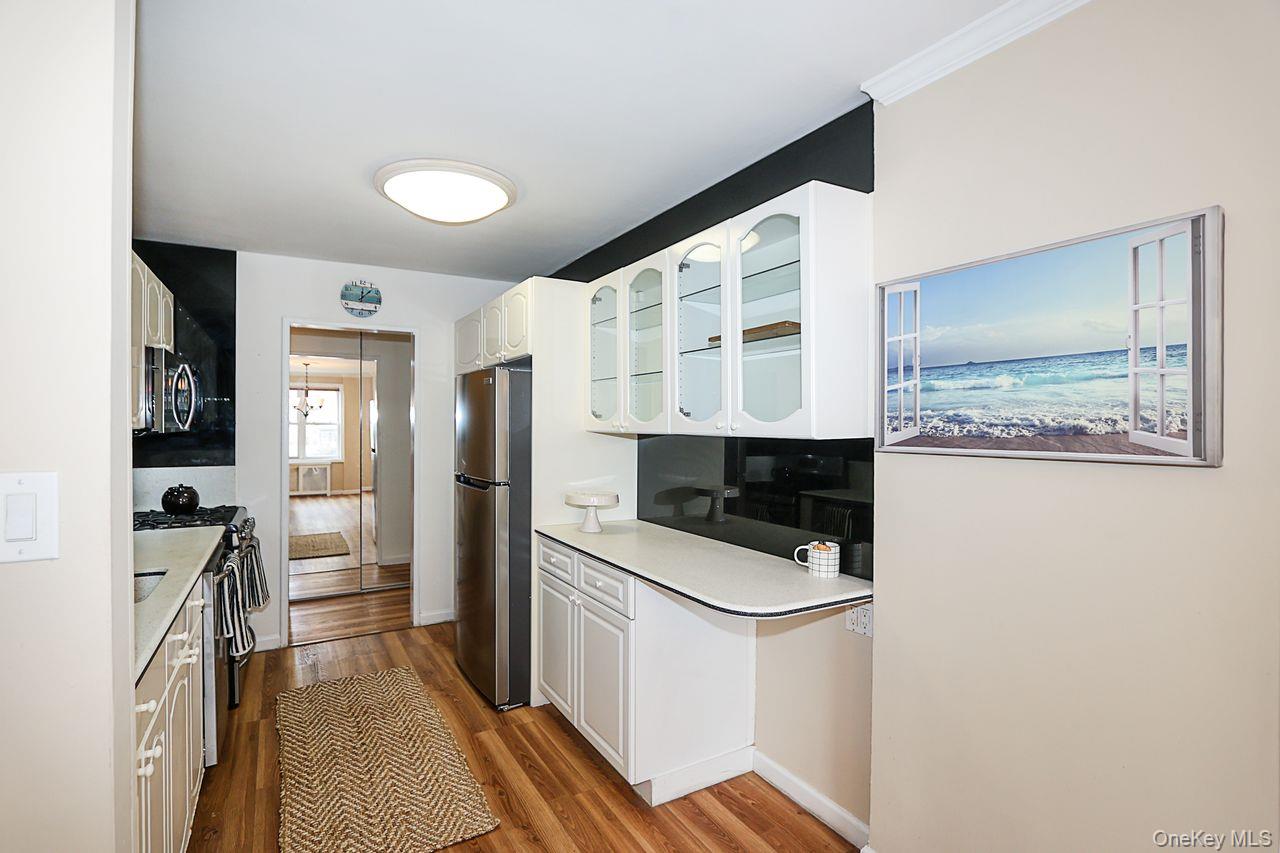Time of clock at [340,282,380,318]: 12:07
